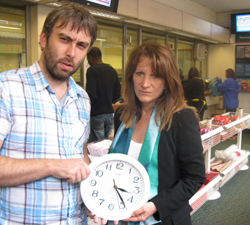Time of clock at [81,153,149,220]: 3:23
